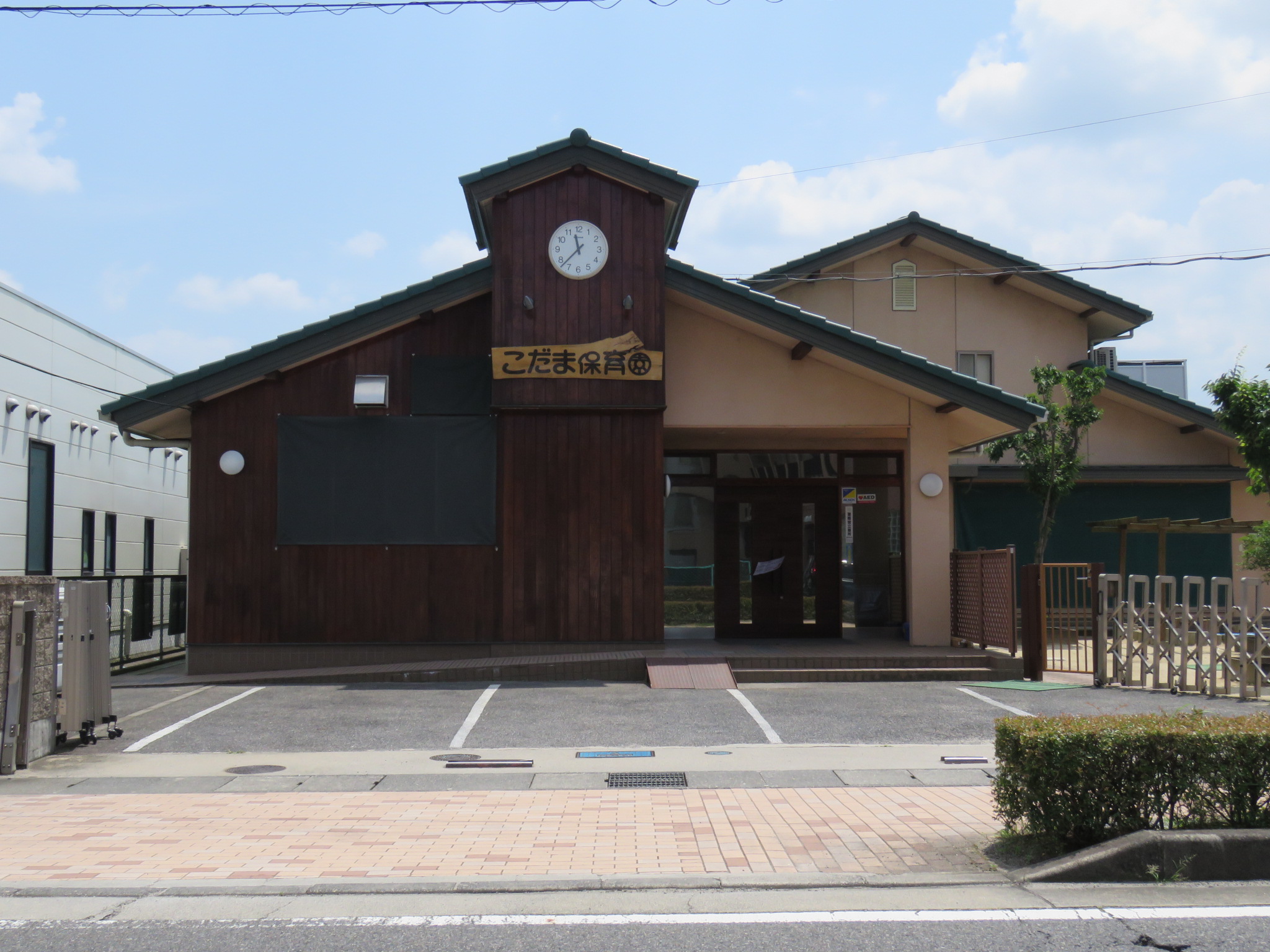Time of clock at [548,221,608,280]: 11:37
